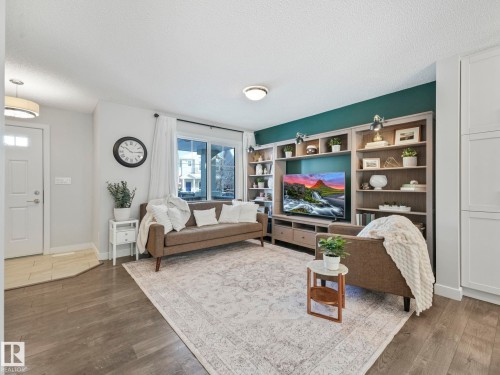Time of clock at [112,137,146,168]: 10:14
